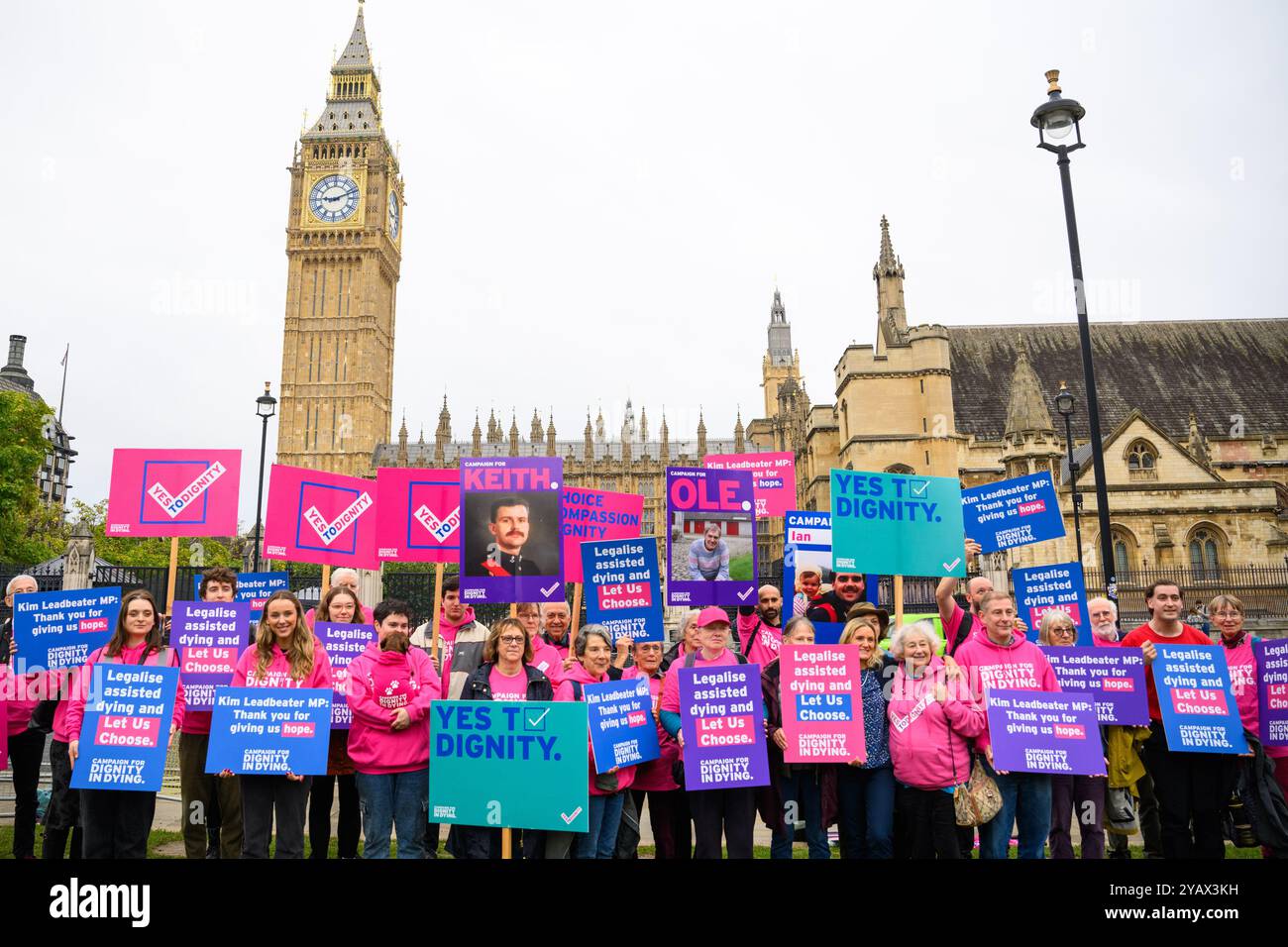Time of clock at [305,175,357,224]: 9:11
